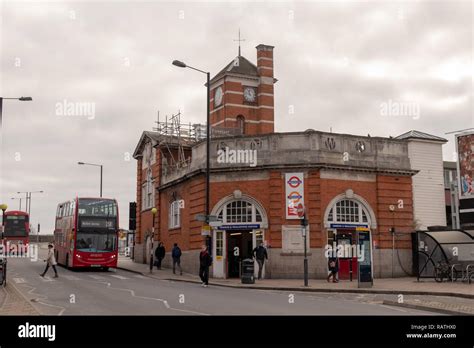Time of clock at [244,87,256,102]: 11:46
